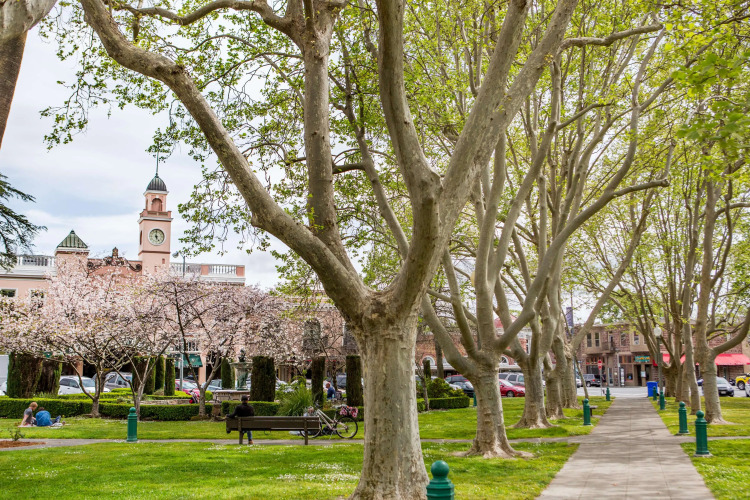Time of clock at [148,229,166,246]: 4:59
